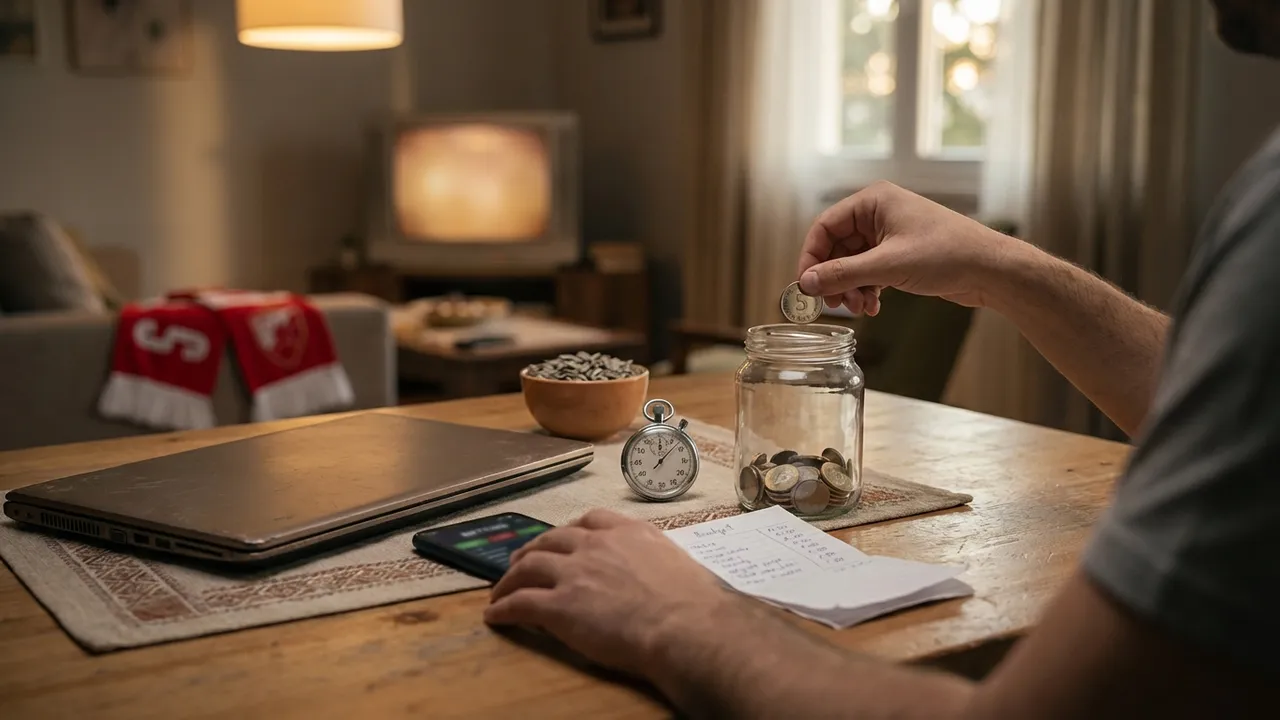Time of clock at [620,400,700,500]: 12:07
